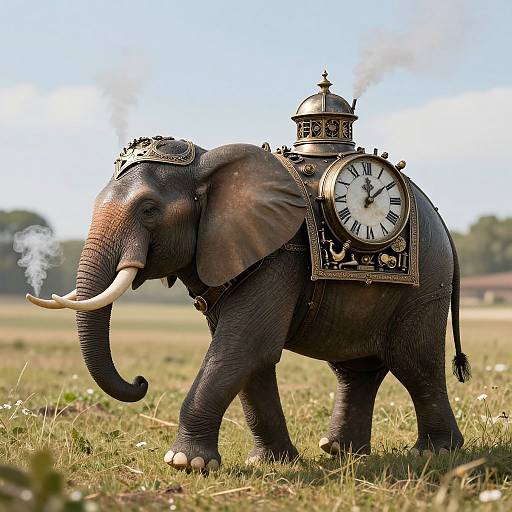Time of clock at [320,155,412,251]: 12:09
